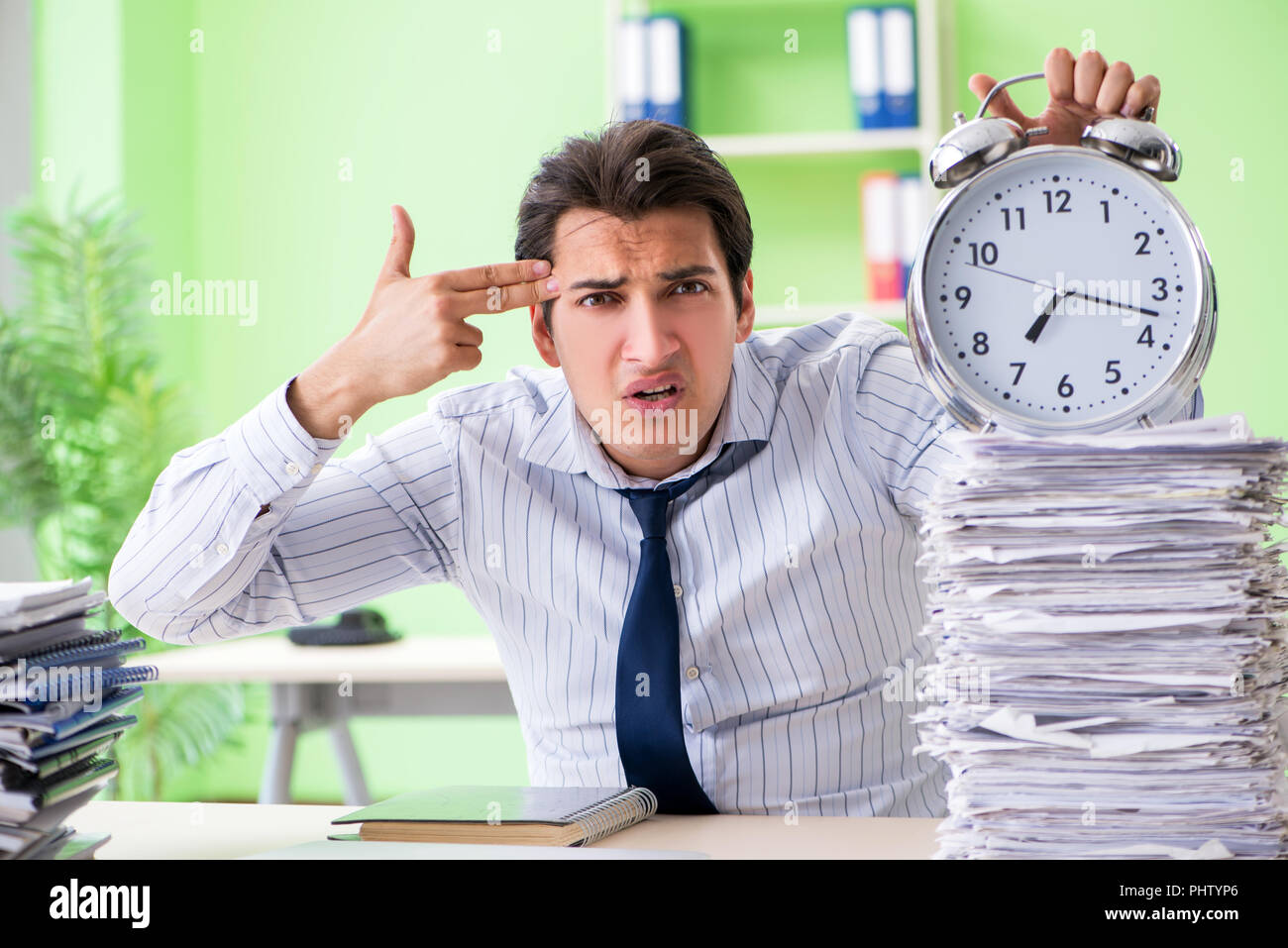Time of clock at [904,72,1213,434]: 7:17
